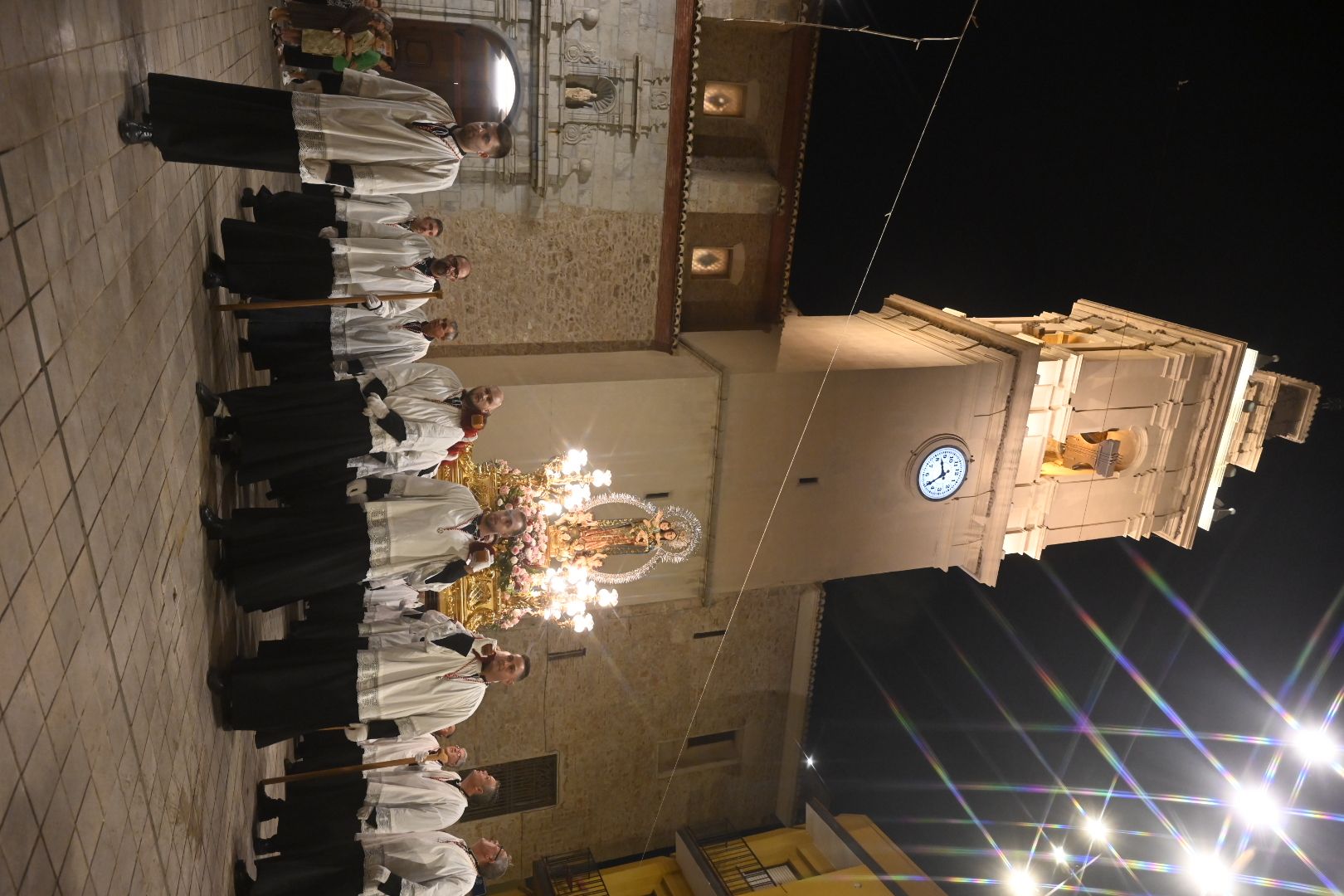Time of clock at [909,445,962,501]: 11:39
